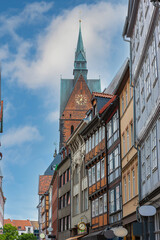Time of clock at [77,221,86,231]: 12:37
